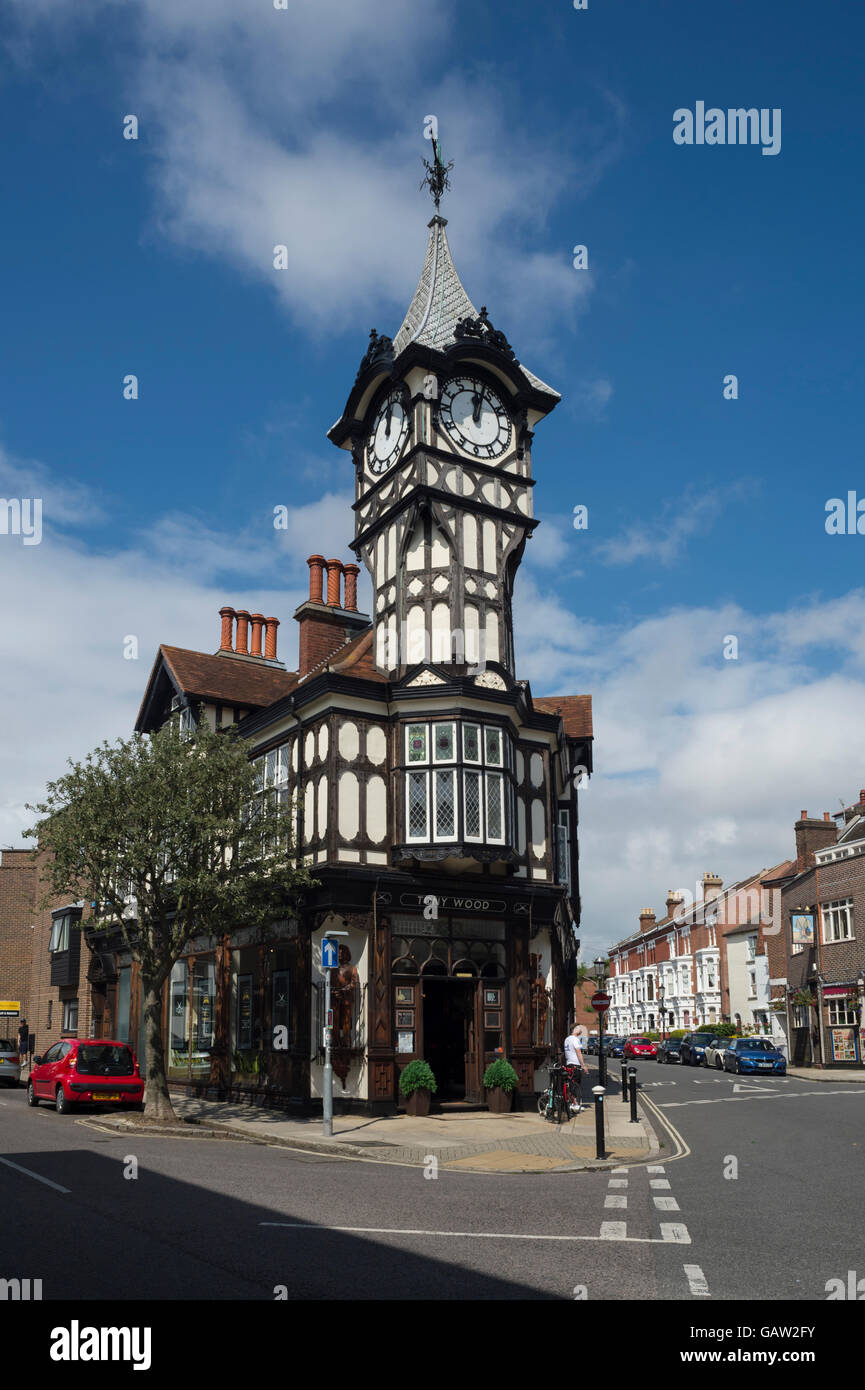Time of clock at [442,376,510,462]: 12:03
